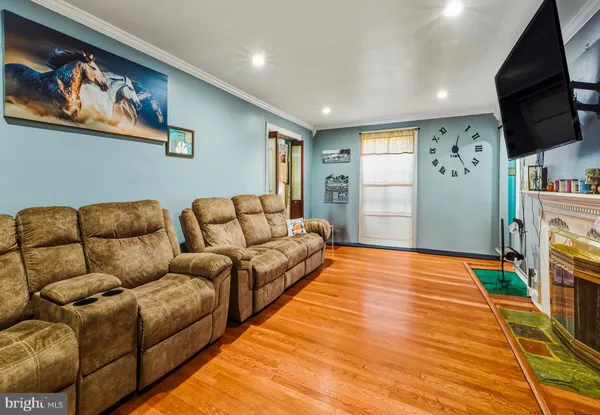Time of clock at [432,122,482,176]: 12:24
